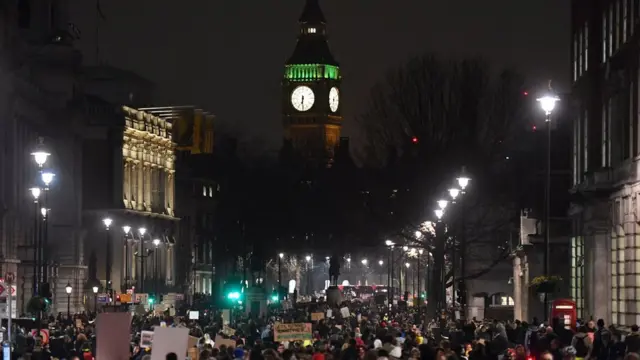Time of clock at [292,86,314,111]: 6:29
